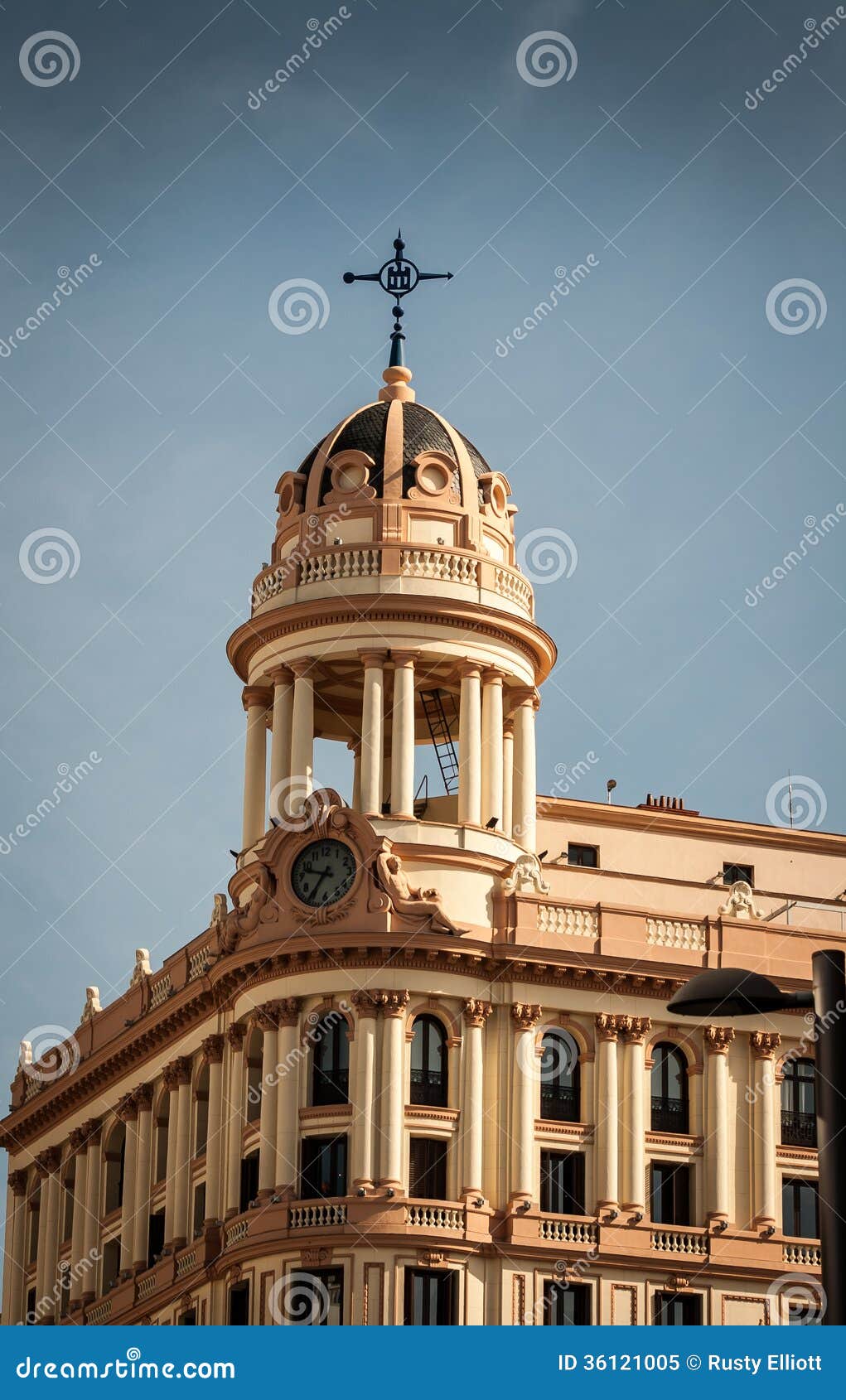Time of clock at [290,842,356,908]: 9:35
